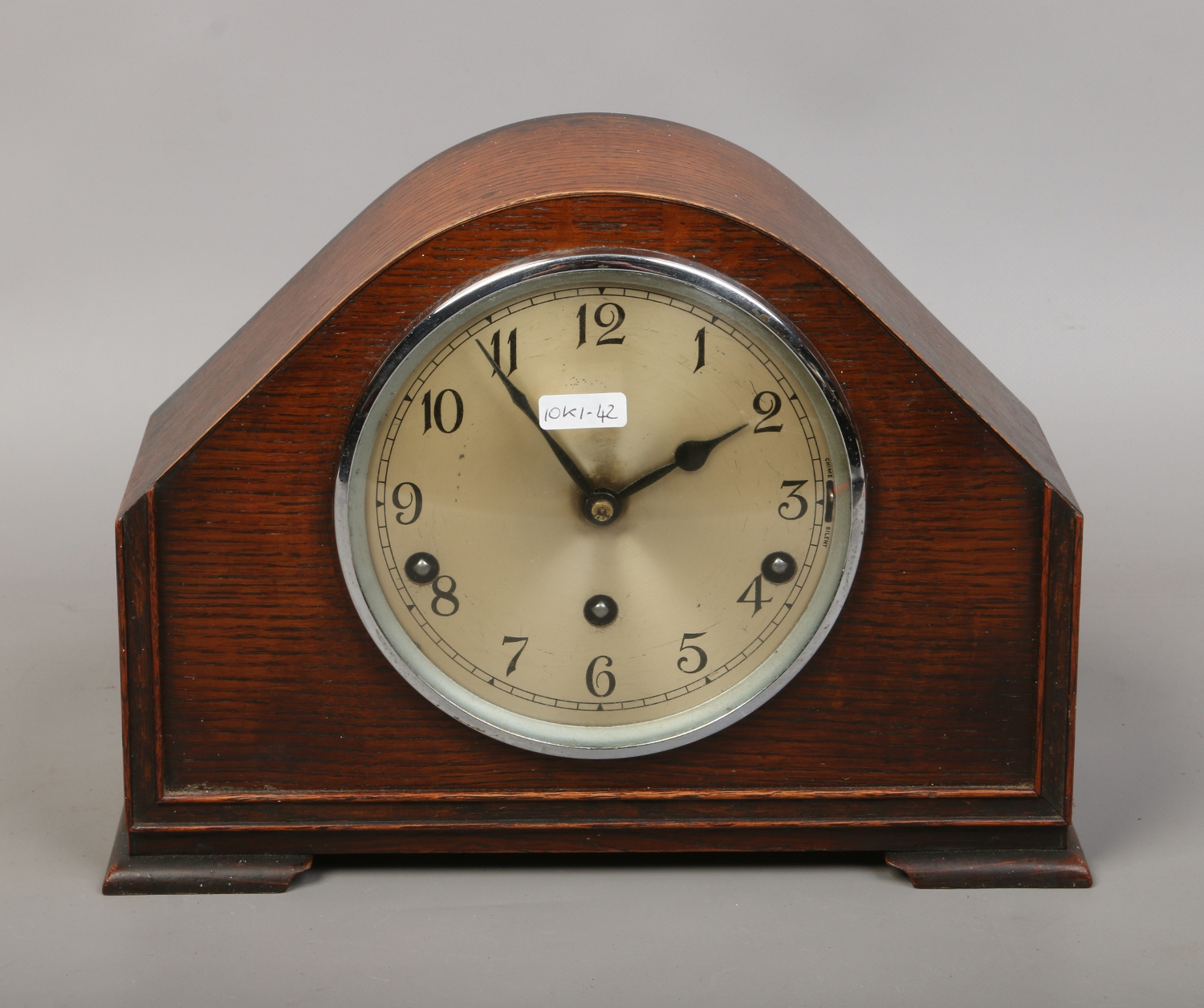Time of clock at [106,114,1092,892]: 1:54
